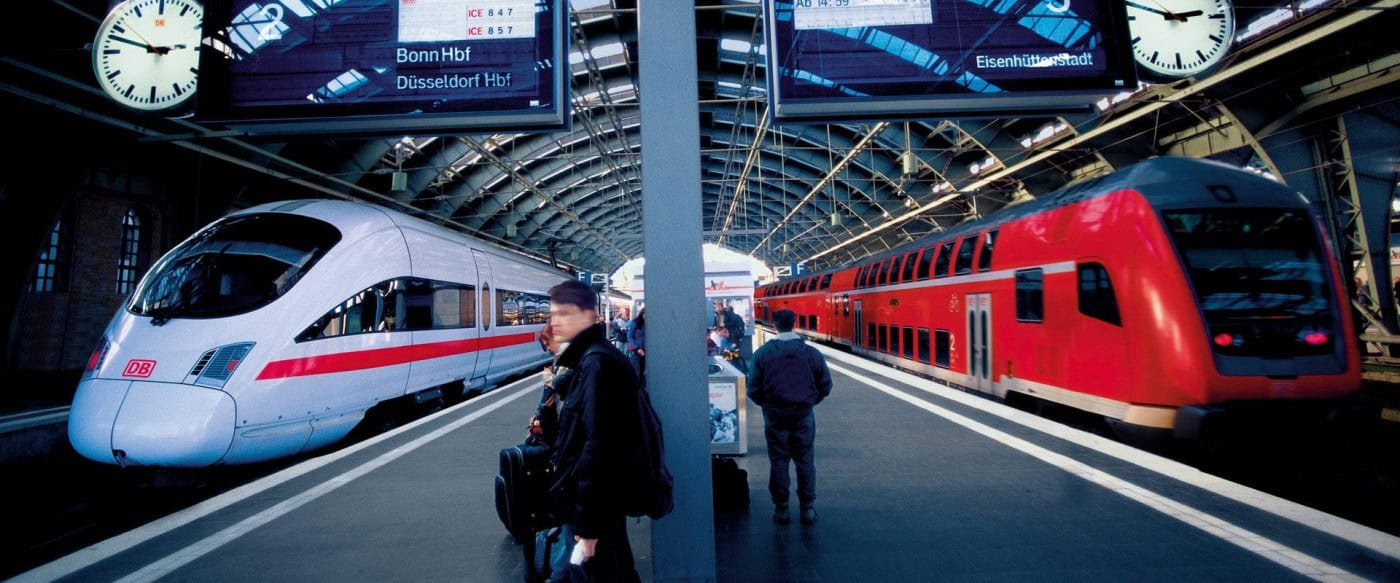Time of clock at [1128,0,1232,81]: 2:48
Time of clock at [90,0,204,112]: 2:47
